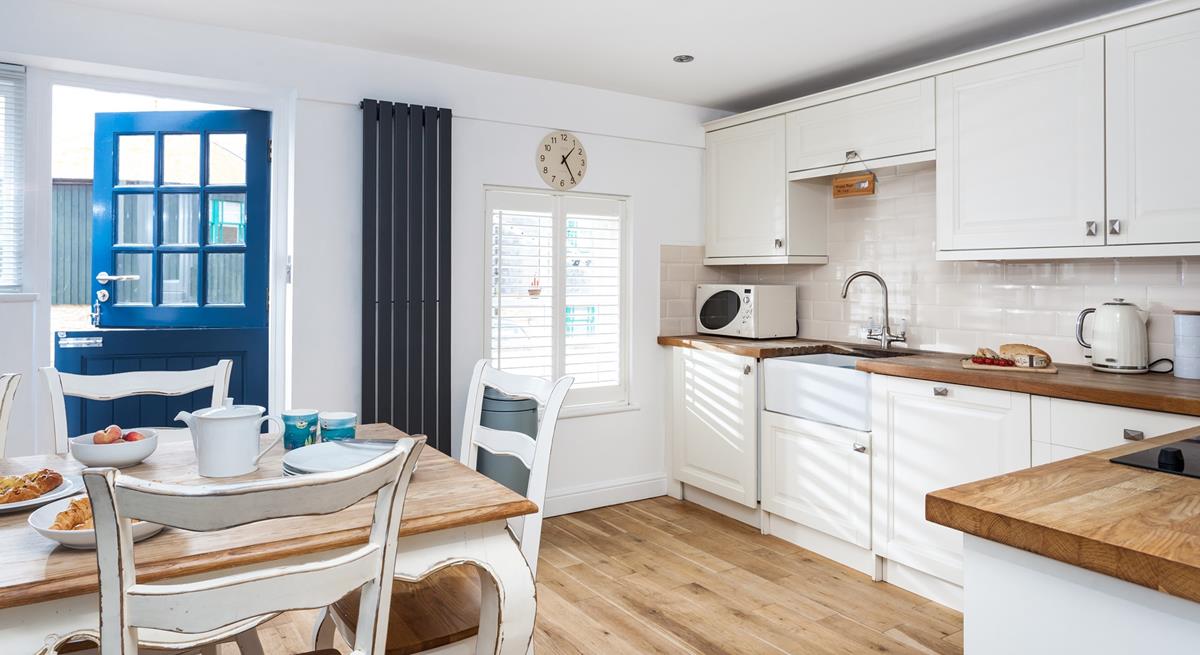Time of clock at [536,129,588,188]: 1:24
